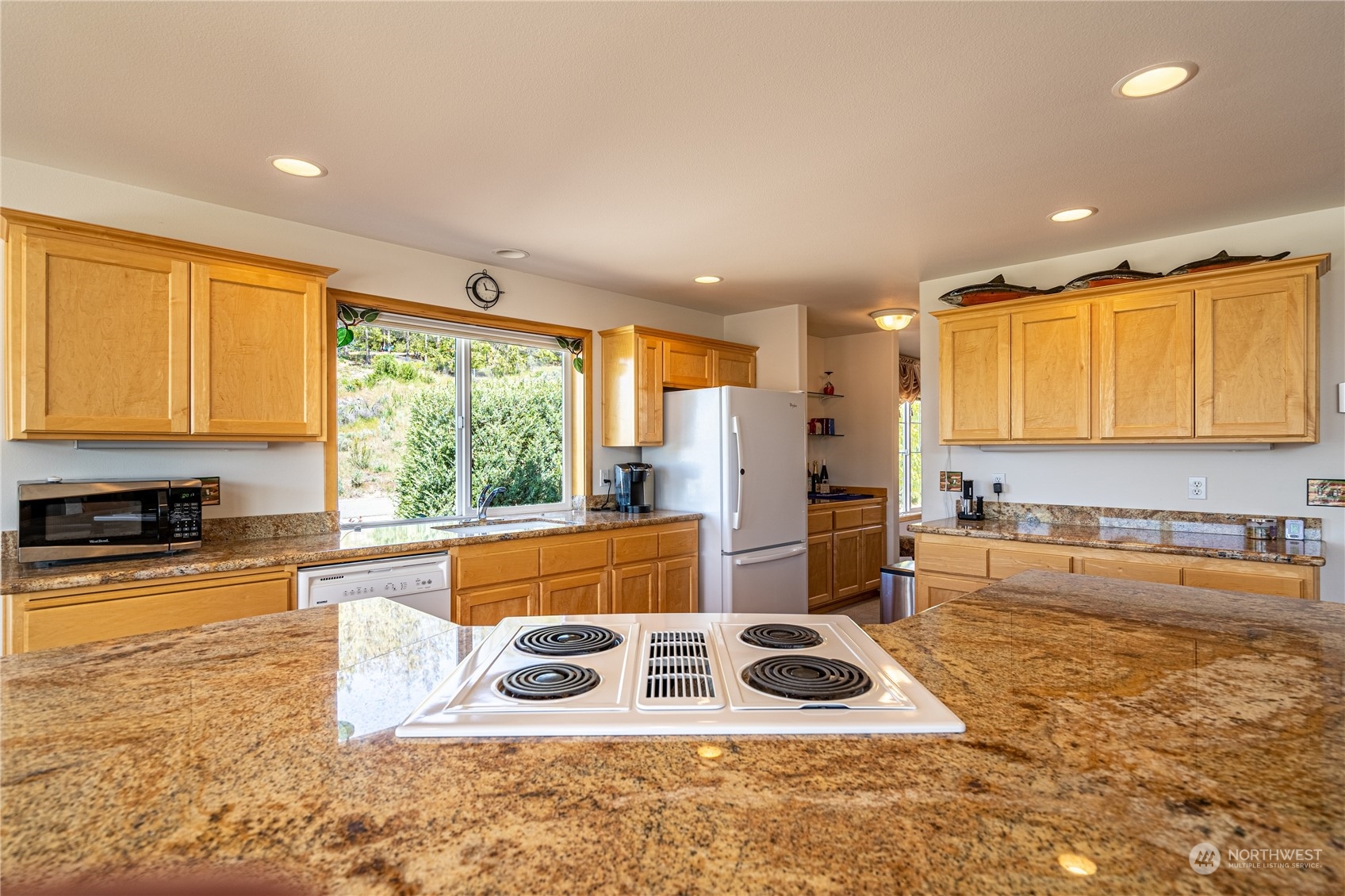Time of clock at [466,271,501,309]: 11:15
